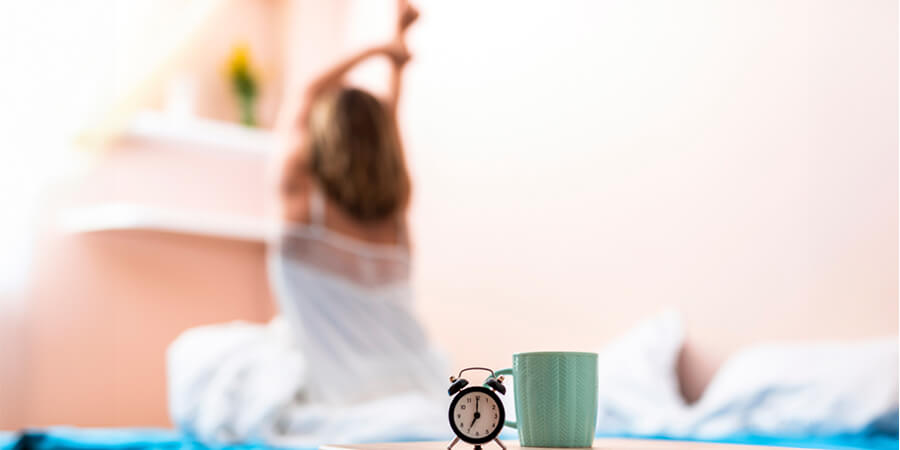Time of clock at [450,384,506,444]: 7:00
